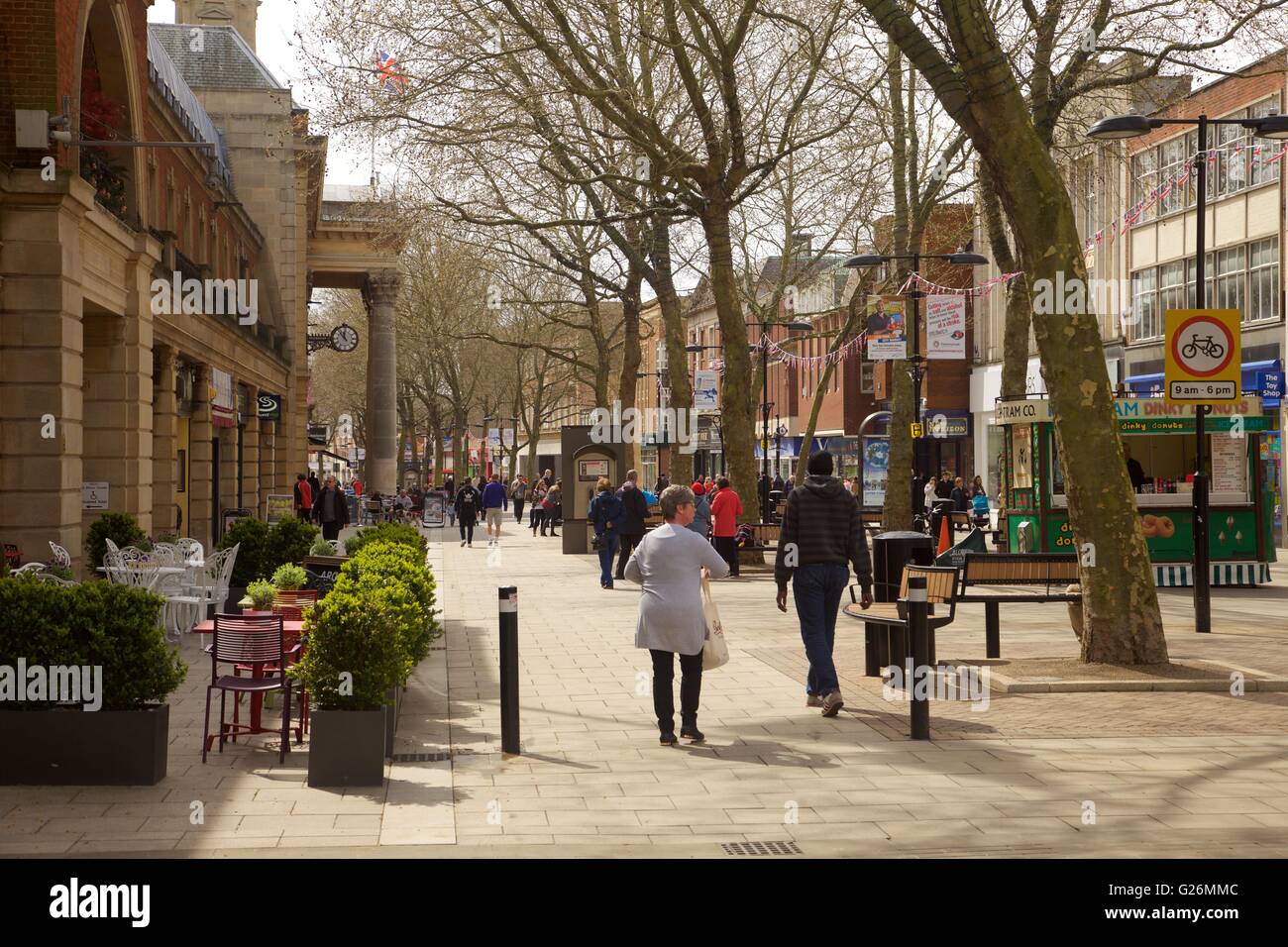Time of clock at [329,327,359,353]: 11:53
